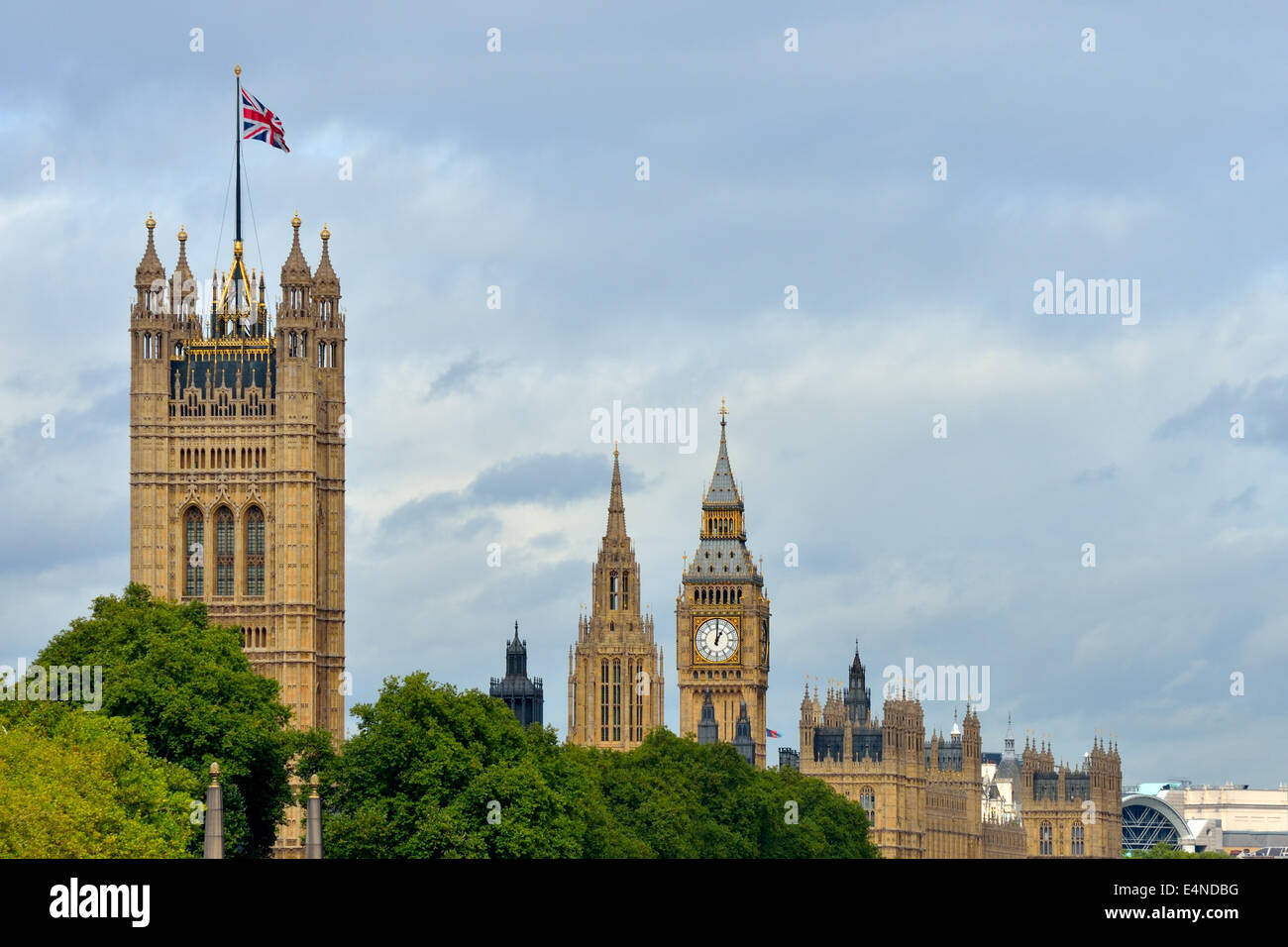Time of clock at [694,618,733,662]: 1:00
